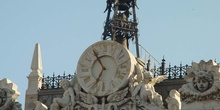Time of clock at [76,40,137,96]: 6:54
